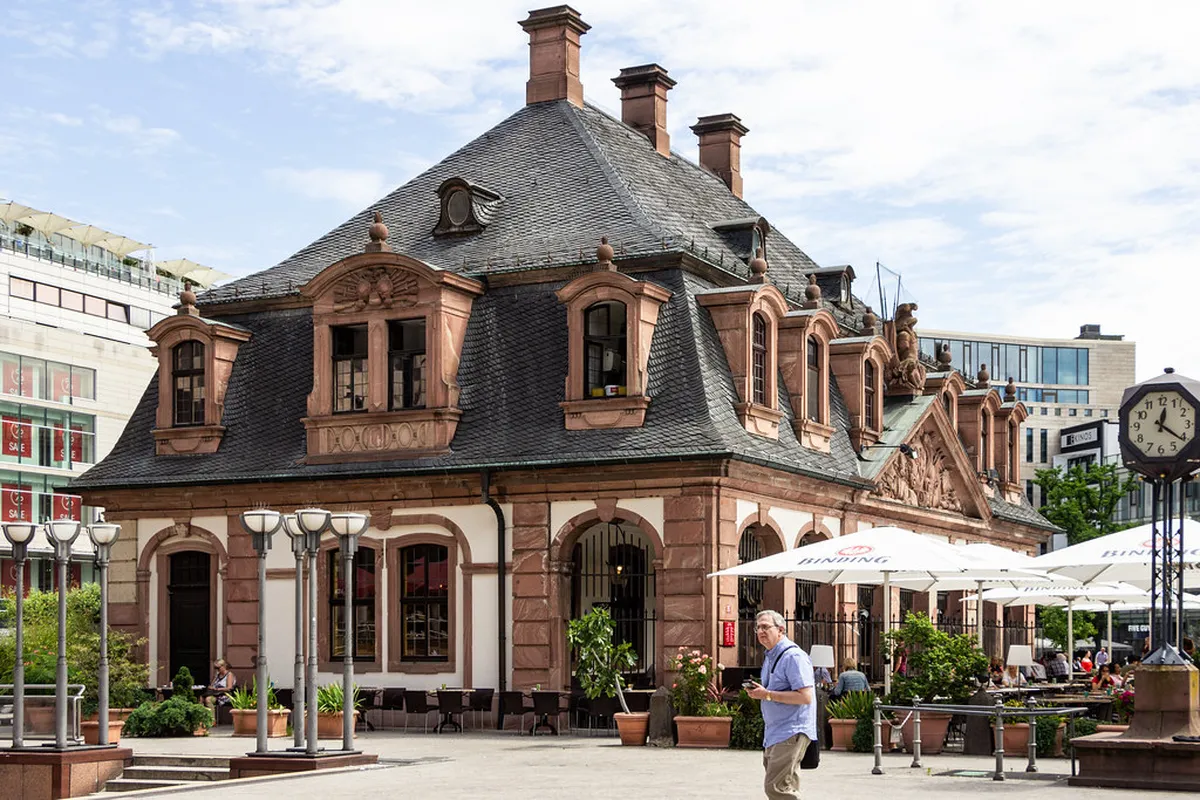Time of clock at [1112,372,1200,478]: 12:20
